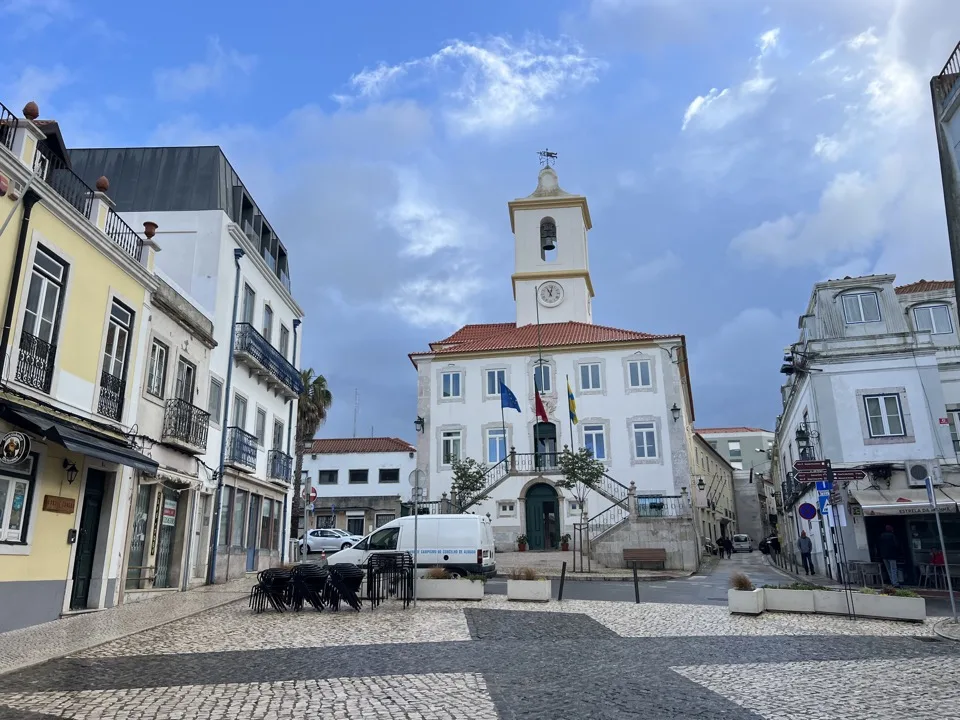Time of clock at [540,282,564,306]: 11:02
